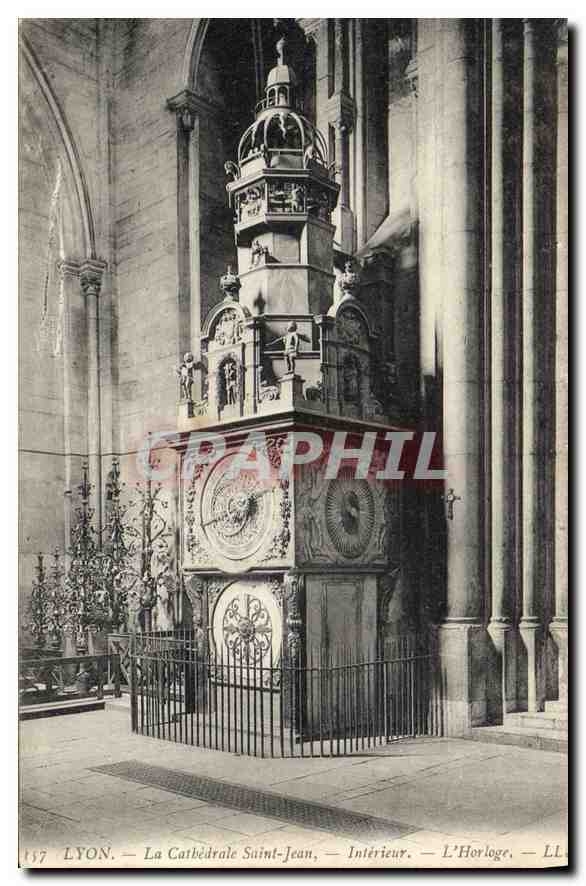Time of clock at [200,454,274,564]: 6:41
